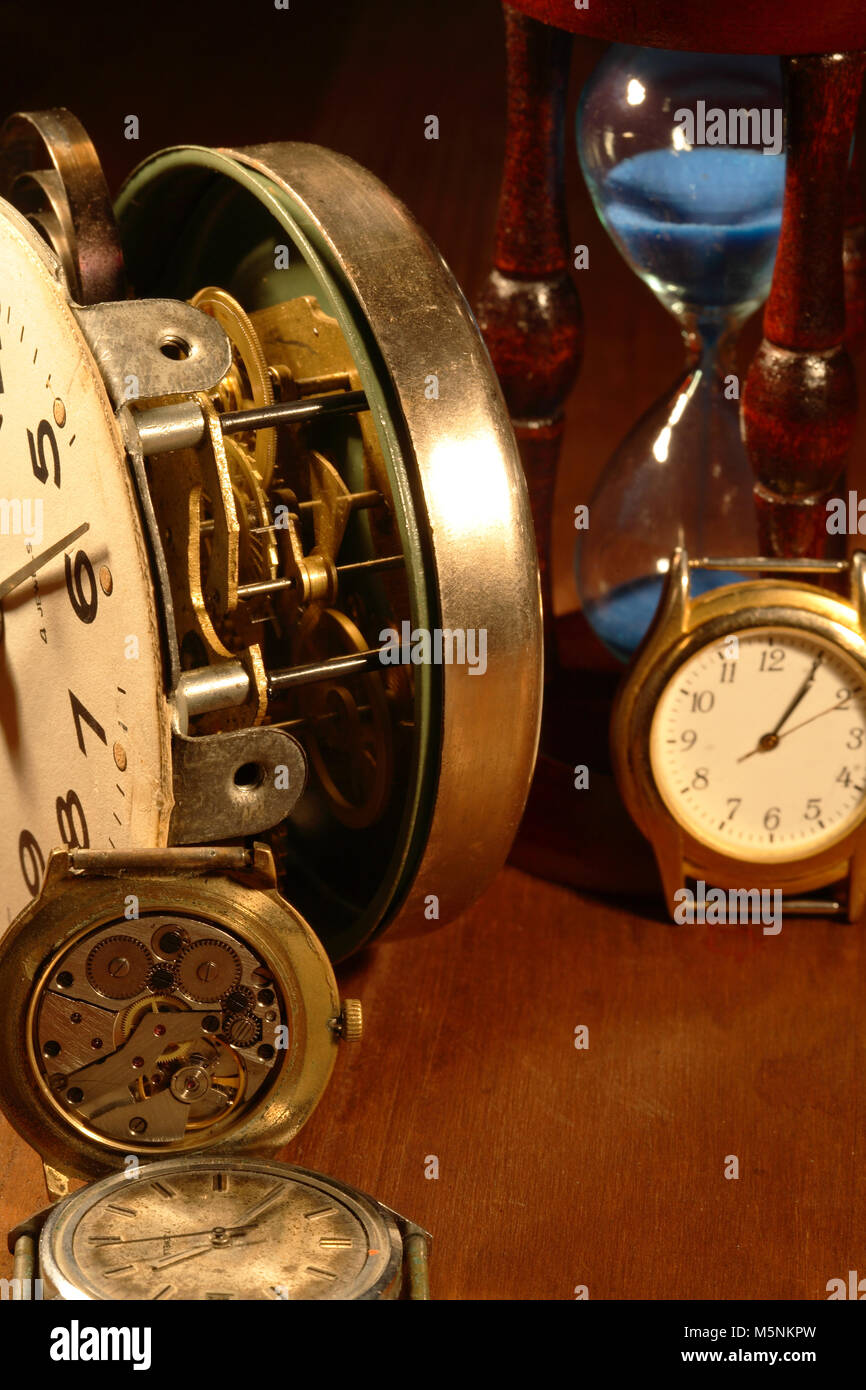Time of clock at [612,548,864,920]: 1:05
